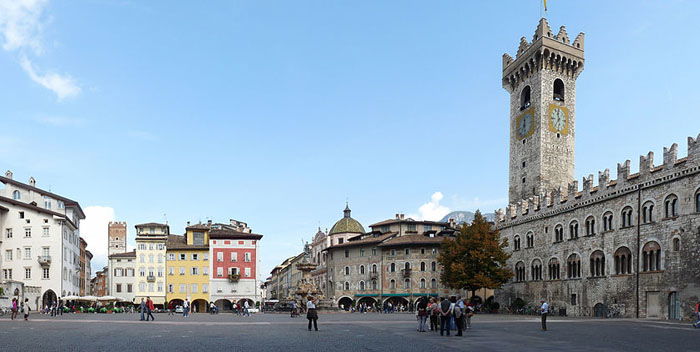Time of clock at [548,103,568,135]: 11:35
